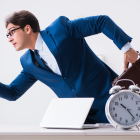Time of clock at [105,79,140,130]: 10:23
